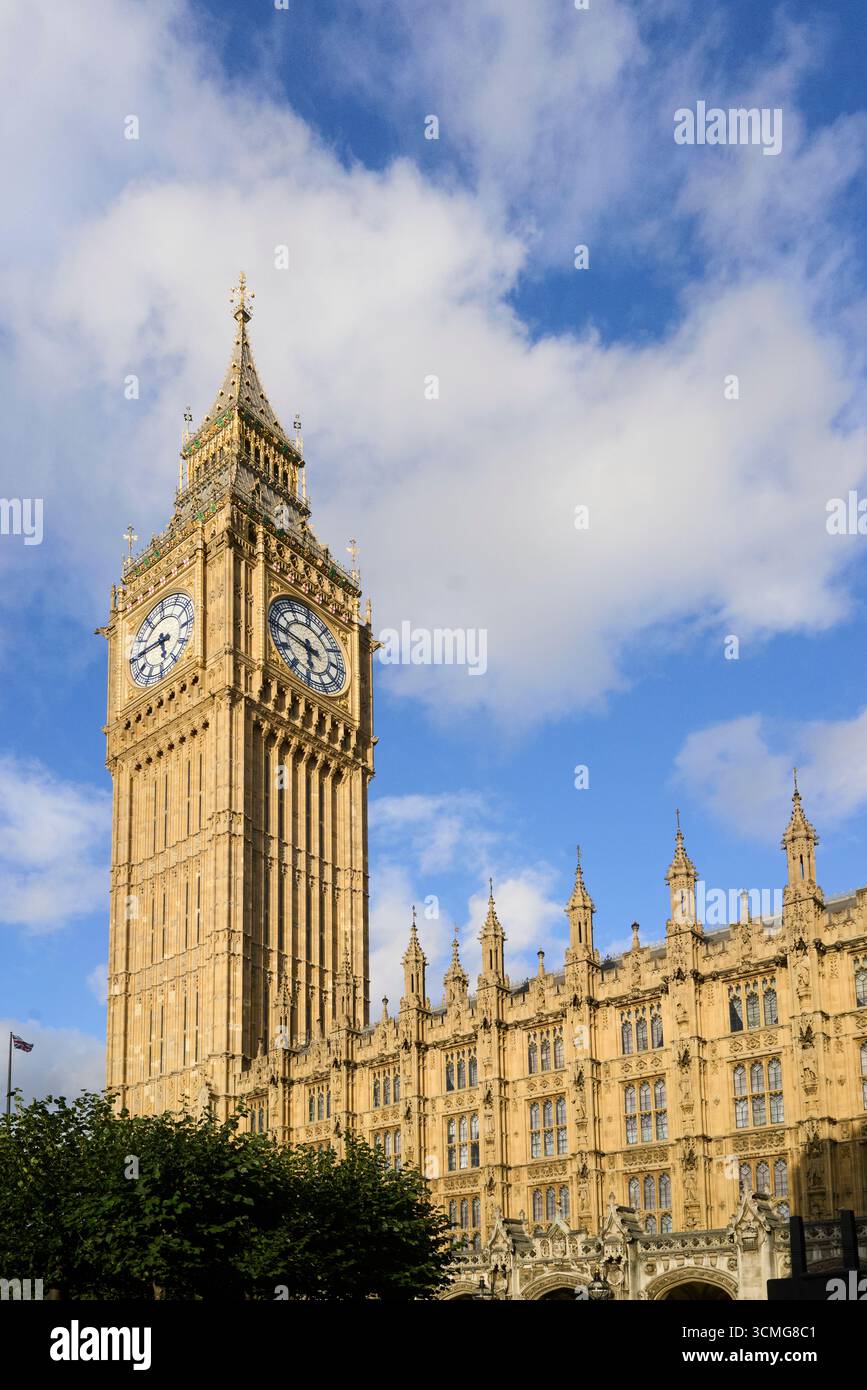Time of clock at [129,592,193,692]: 5:45
